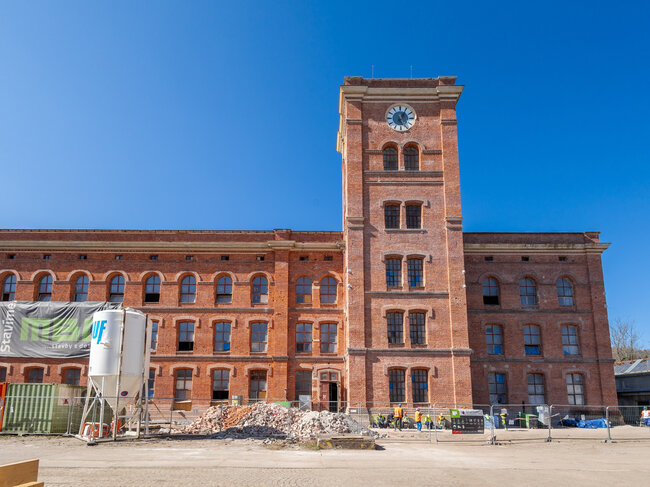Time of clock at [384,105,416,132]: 5:05
